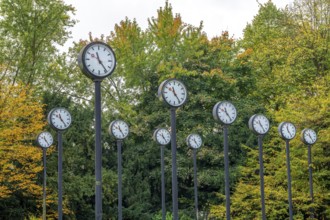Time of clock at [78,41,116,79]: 11:23
